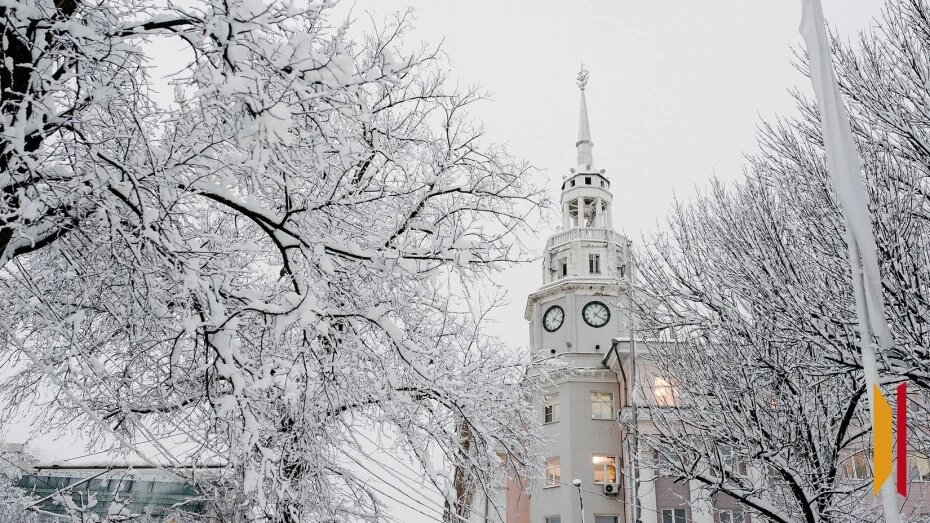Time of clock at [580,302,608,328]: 4:06
